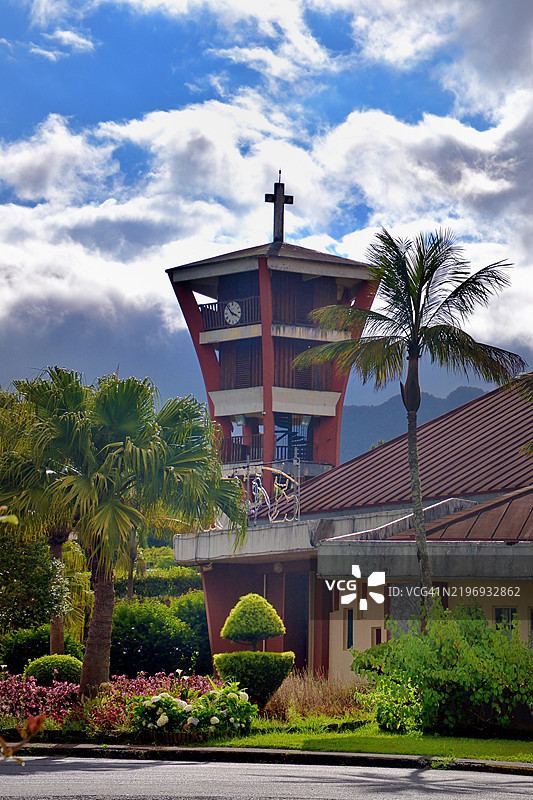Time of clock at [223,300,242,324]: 3:52
